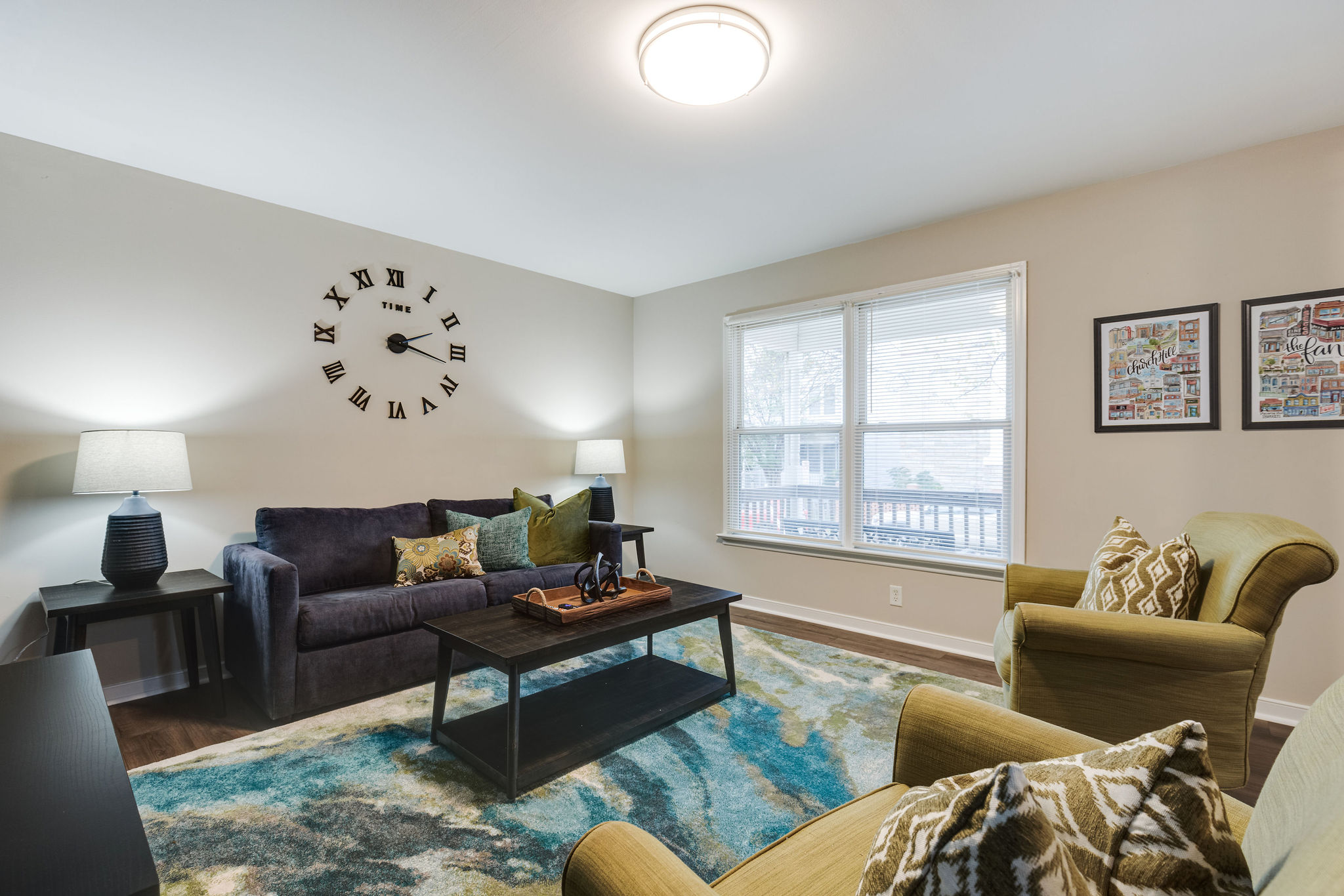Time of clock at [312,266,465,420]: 2:17
